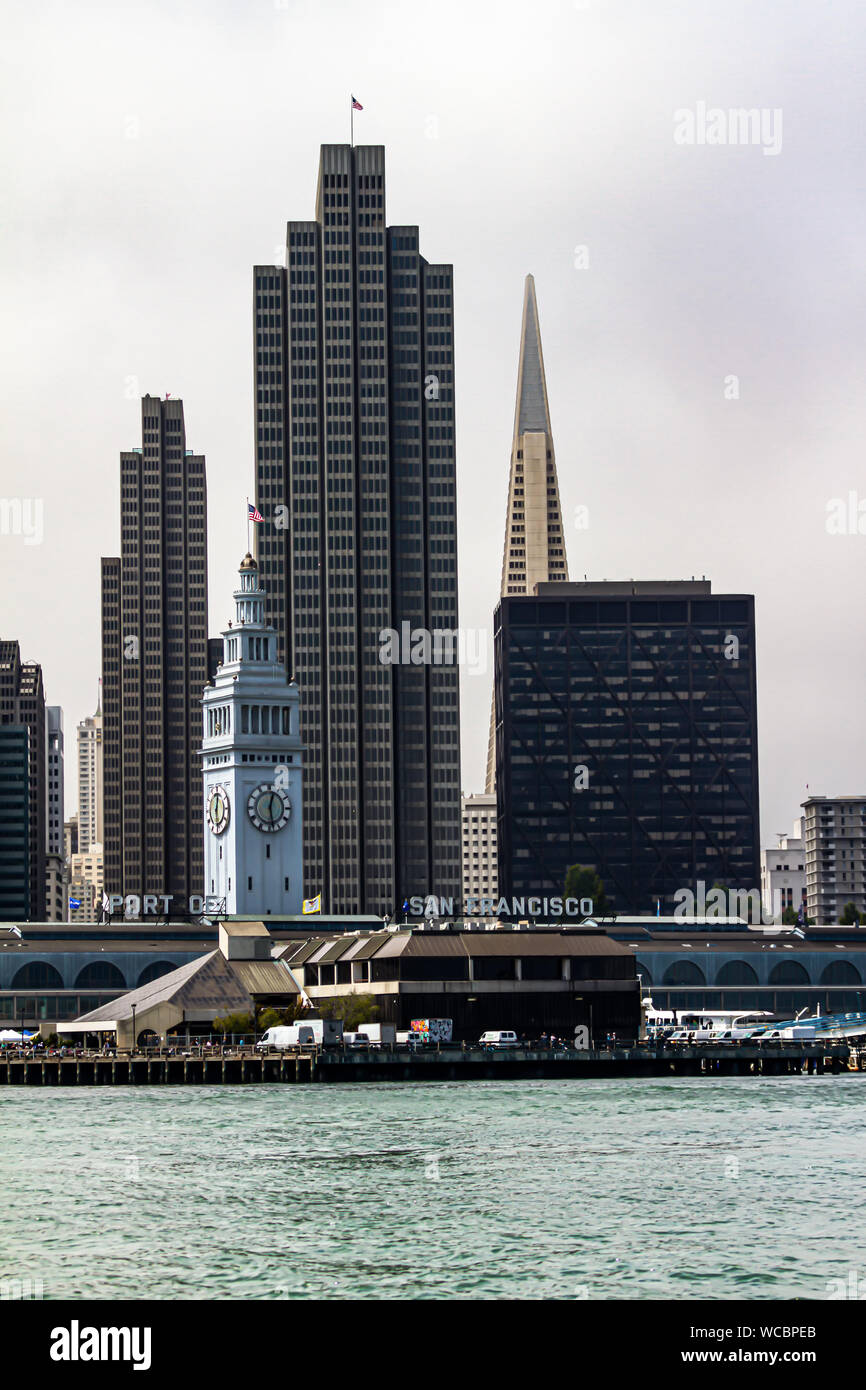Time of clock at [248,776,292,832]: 12:28
